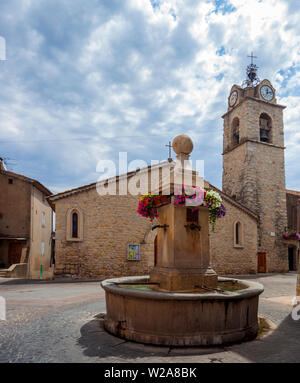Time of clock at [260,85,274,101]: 12:12
